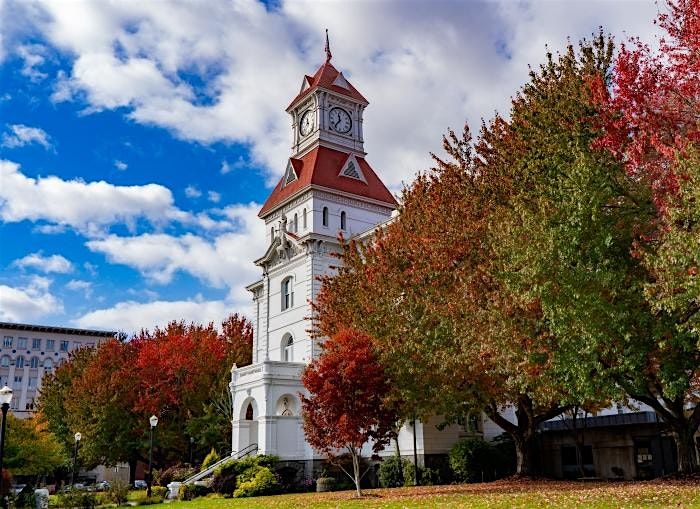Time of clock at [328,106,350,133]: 11:36
